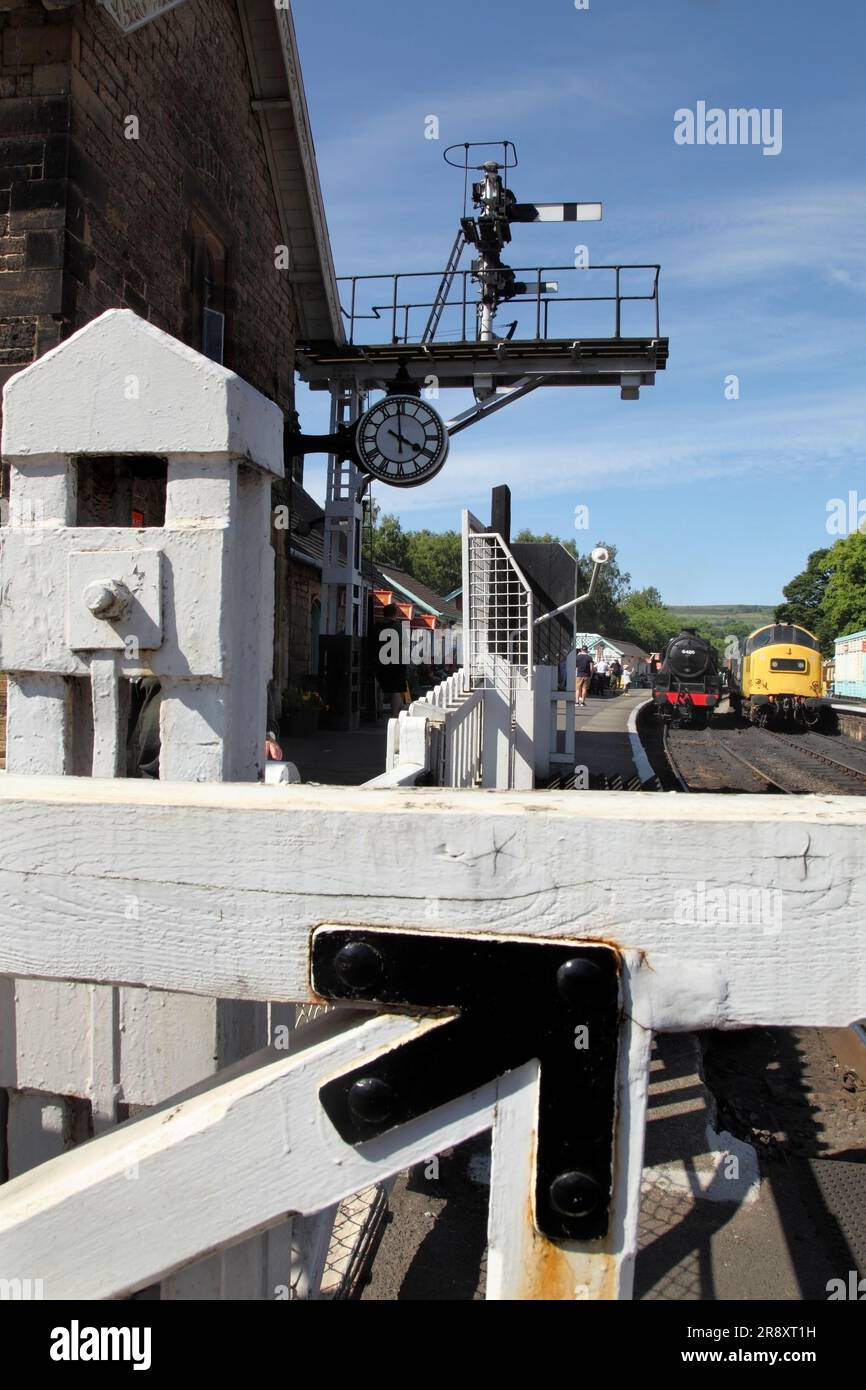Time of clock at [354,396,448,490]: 3:59
